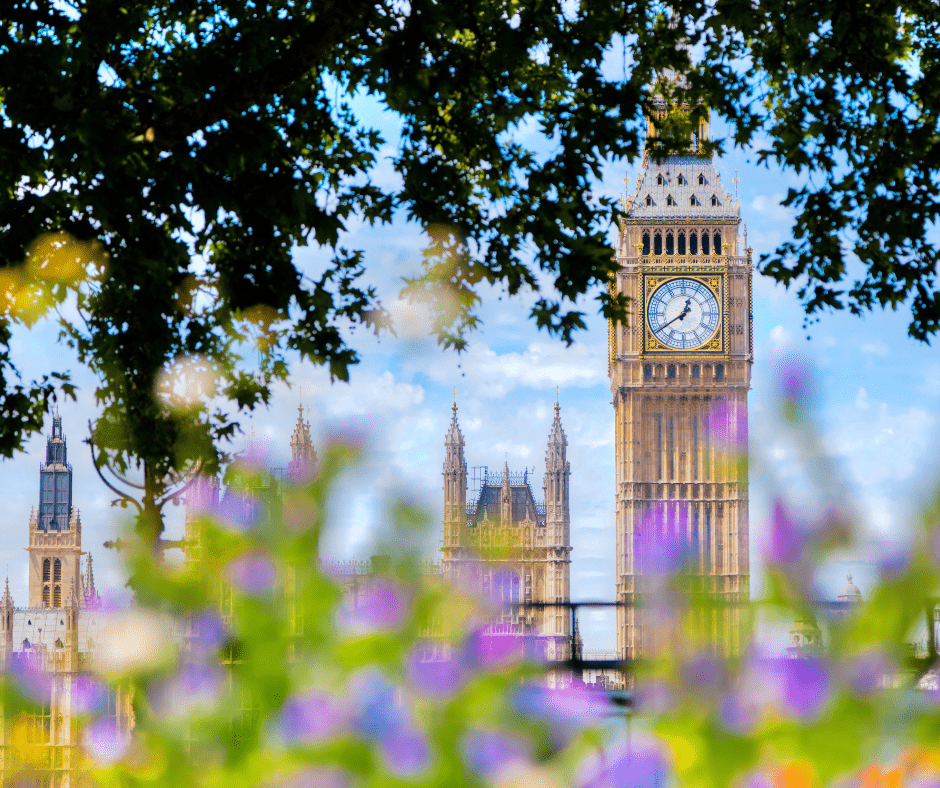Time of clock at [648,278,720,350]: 12:39
